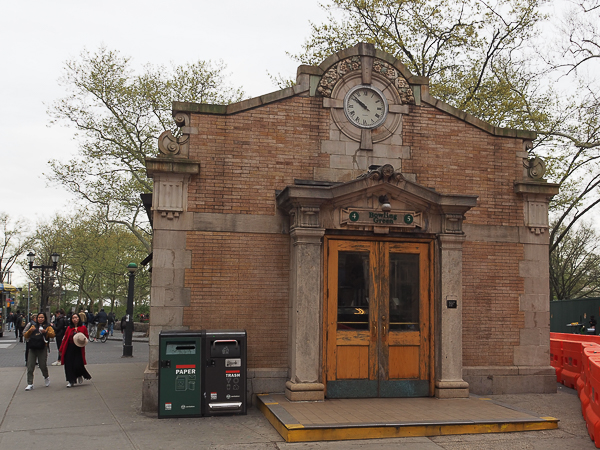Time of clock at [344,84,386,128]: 9:51
